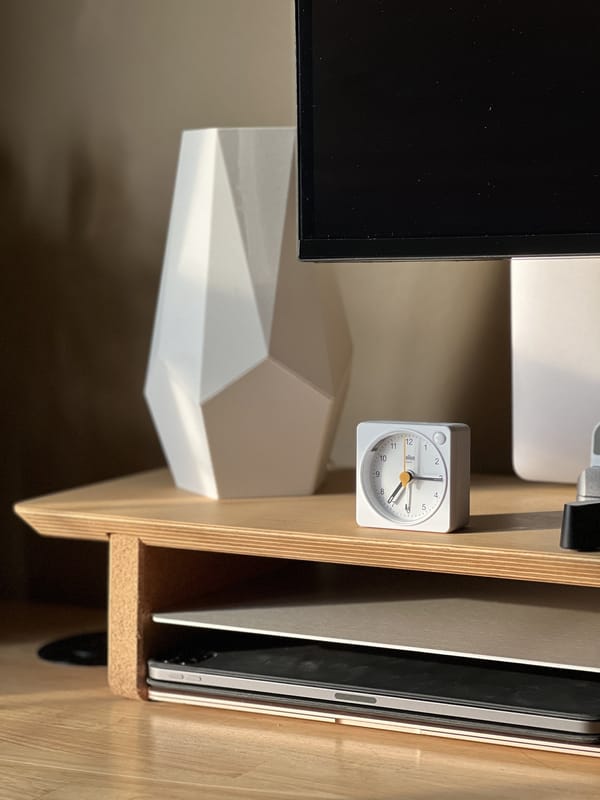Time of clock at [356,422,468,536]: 7:15
